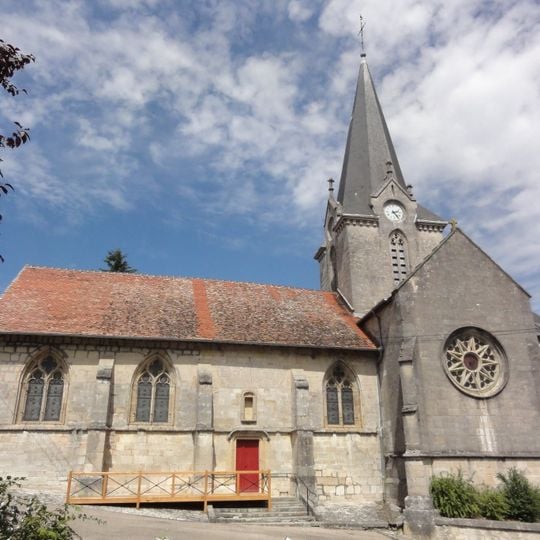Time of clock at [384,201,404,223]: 2:23
